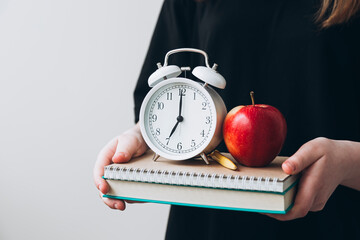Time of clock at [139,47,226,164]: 7:00
